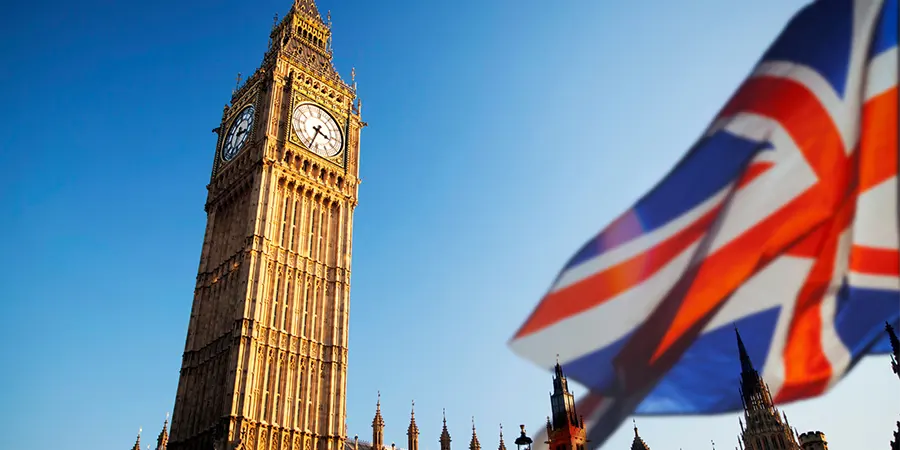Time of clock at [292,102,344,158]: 3:33
